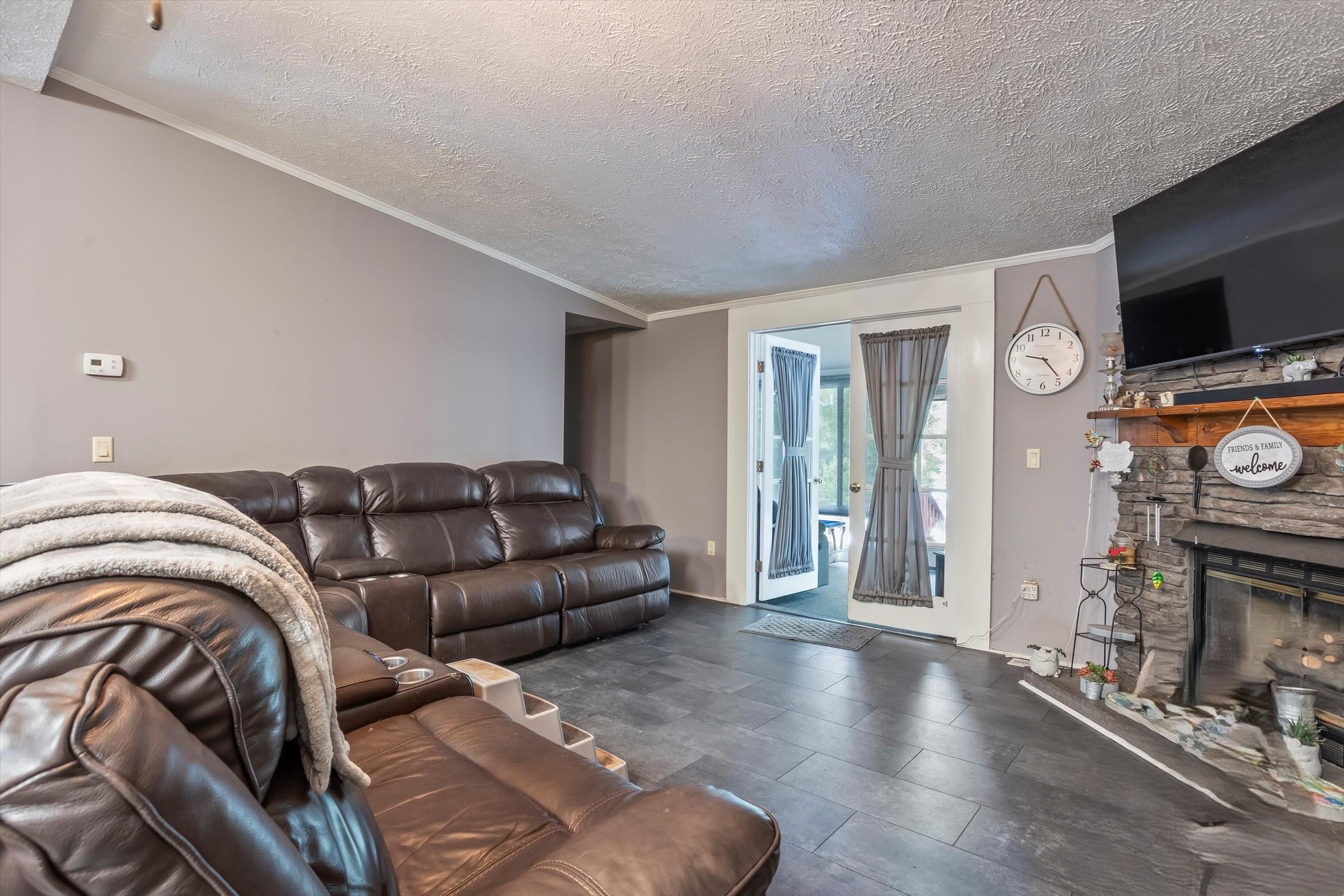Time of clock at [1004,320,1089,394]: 9:23
